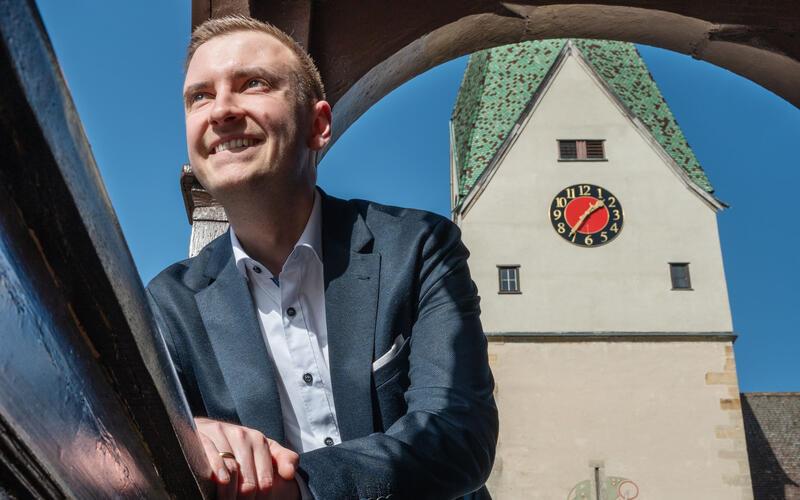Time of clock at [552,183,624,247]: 1:36
